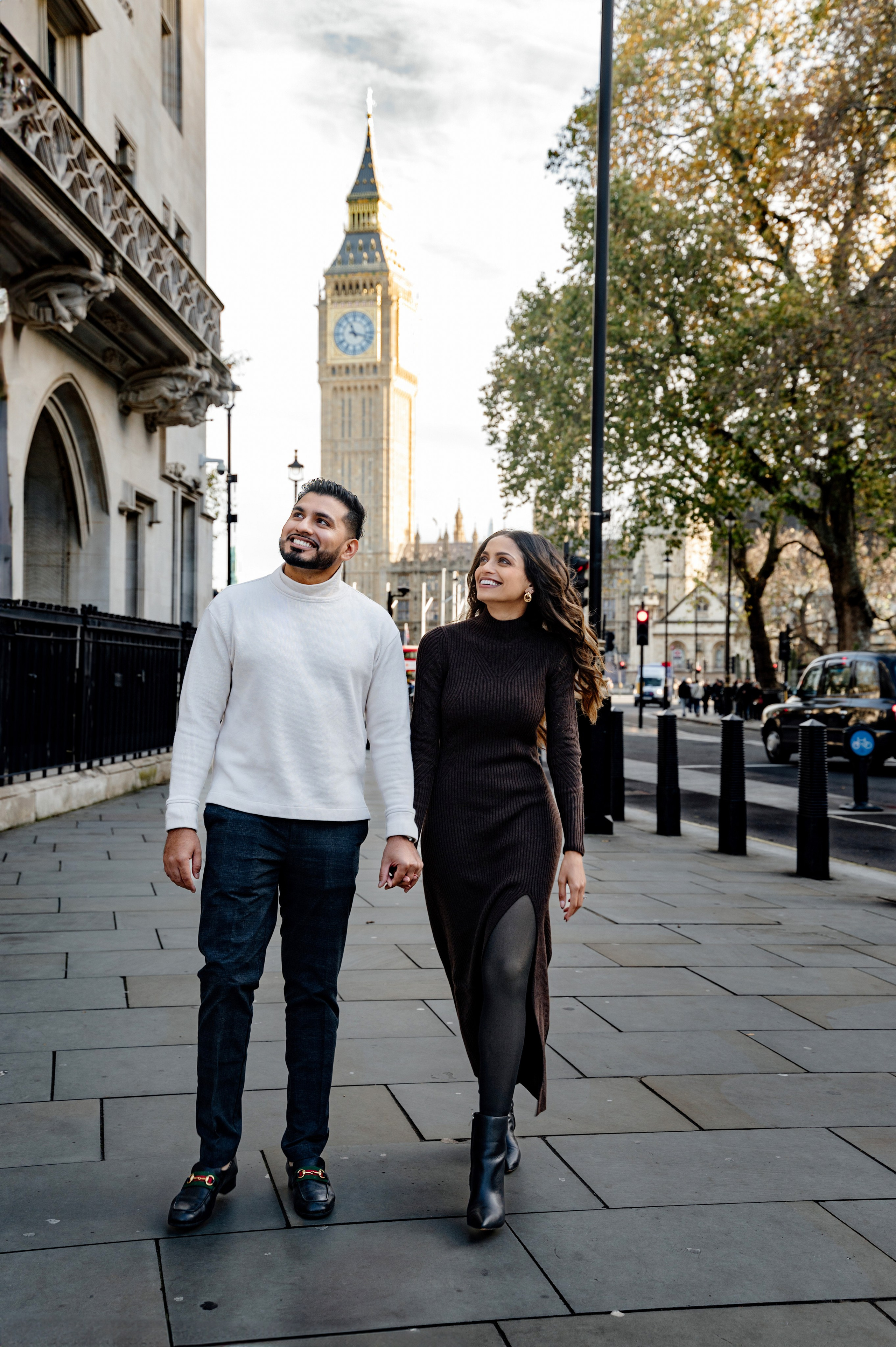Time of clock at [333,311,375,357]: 11:17
